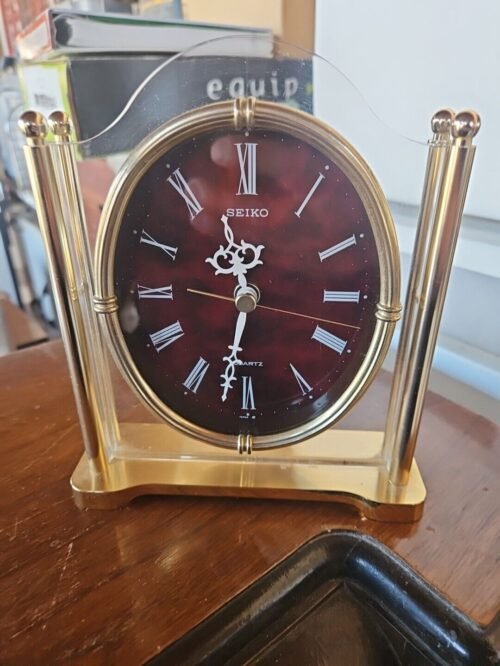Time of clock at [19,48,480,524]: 11:32
